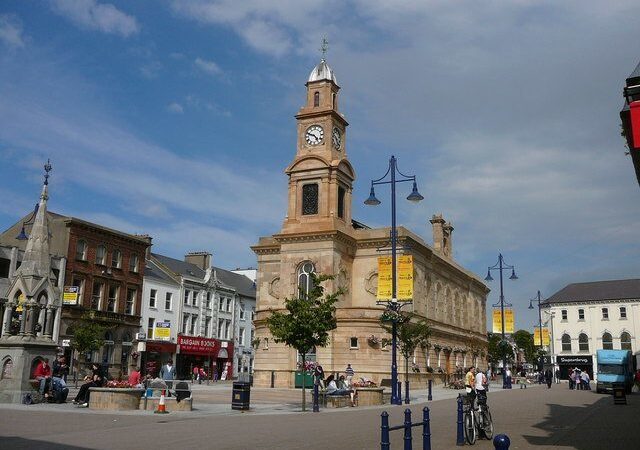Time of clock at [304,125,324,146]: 4:48
